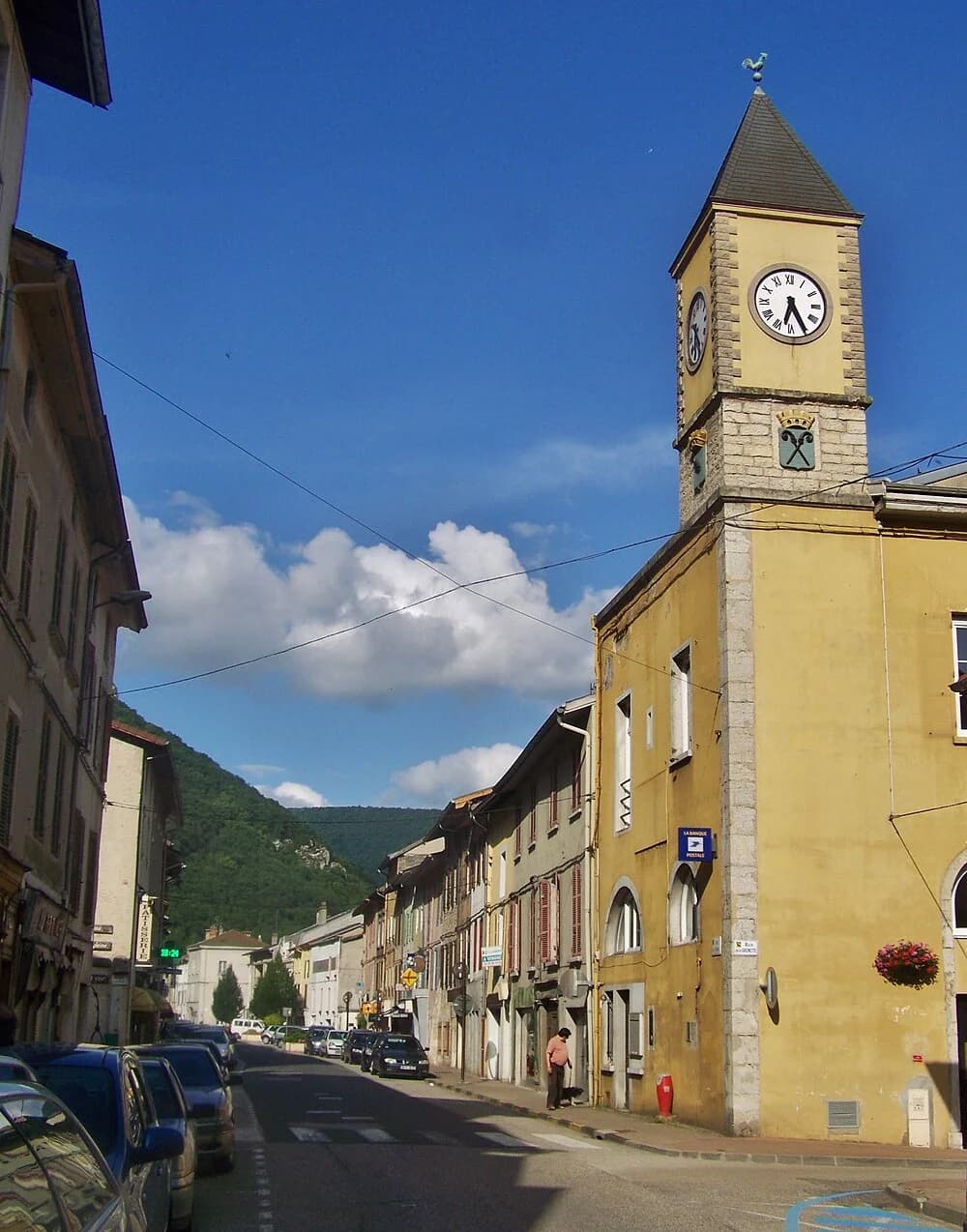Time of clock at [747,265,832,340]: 6:25
